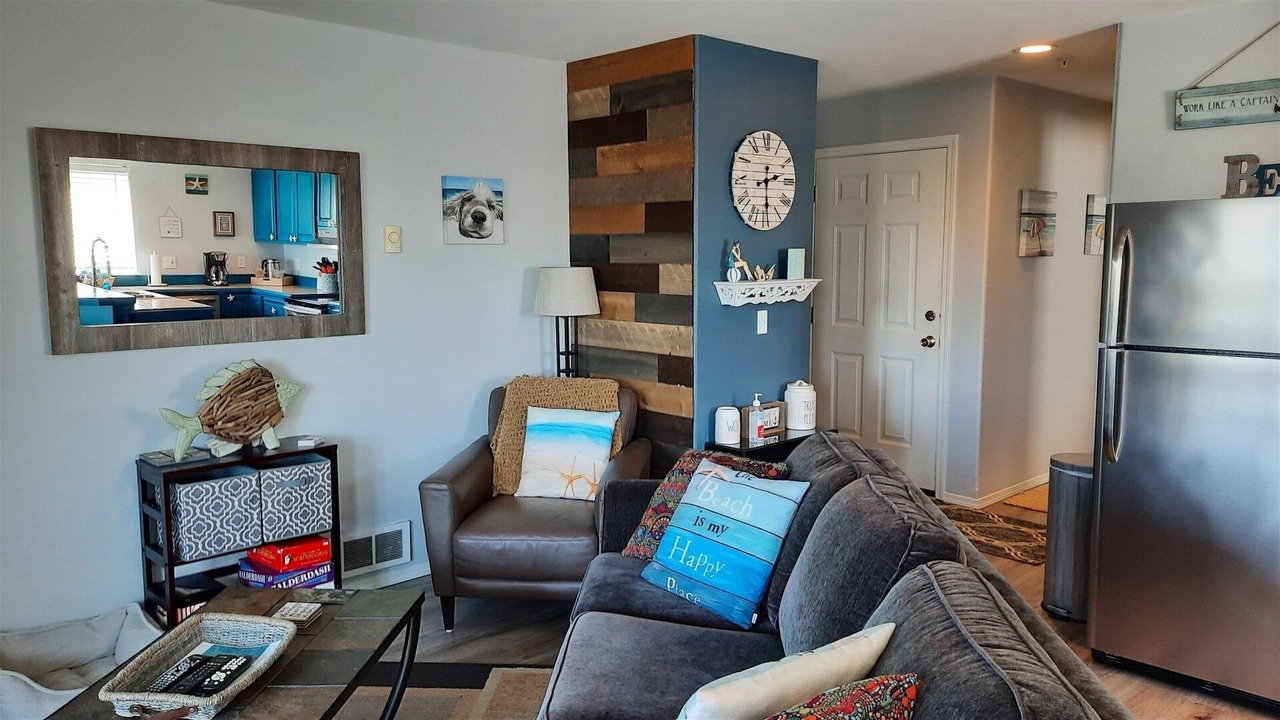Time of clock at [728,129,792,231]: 2:29
